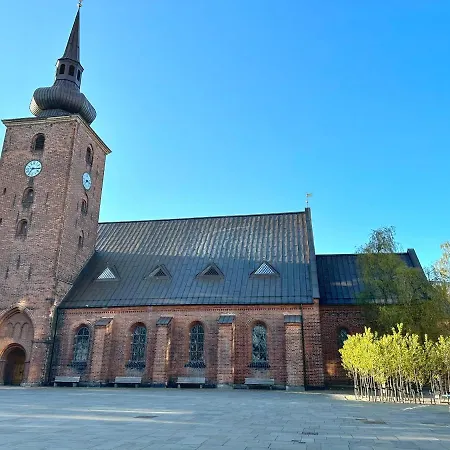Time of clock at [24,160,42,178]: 7:15
